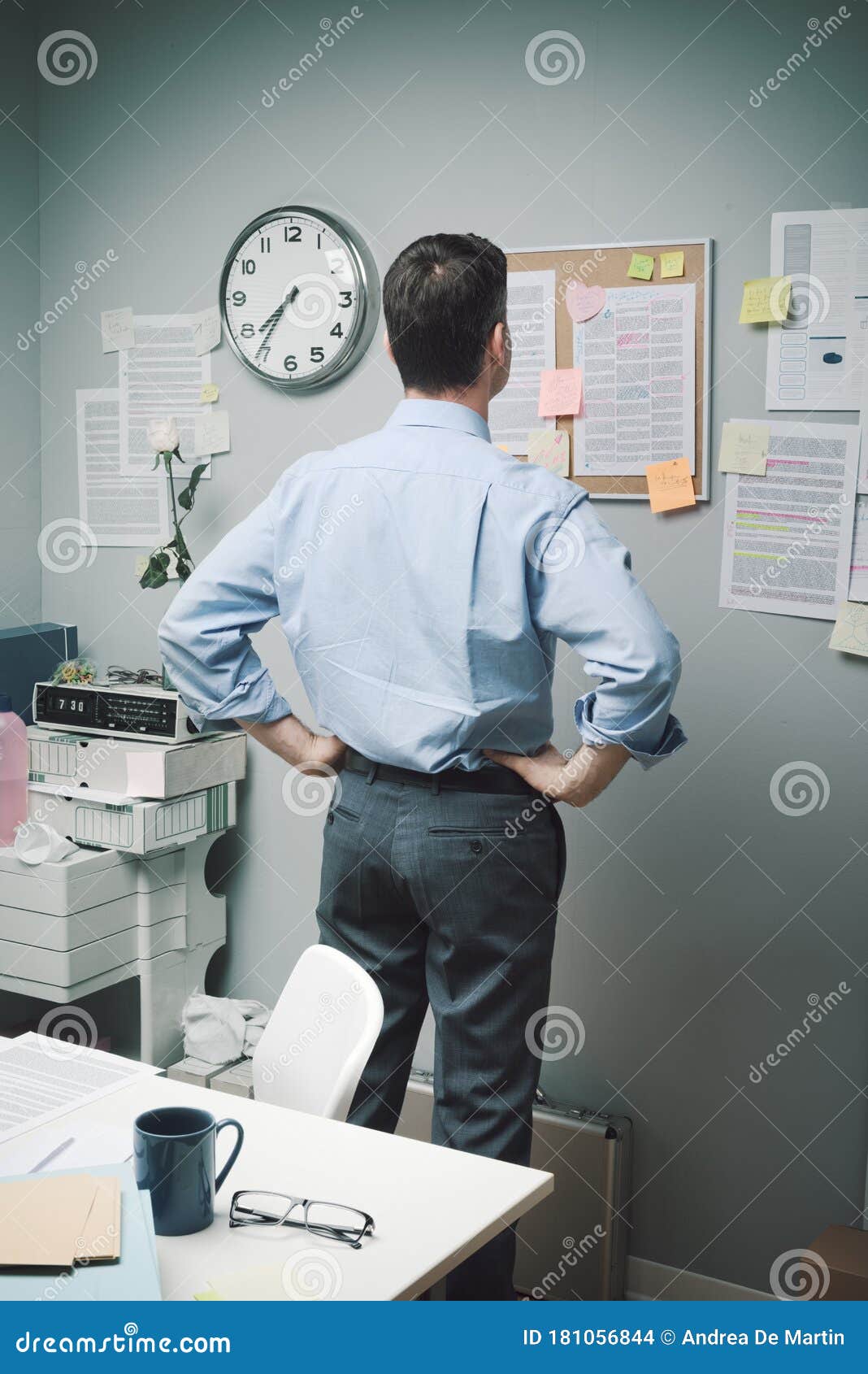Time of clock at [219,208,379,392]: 7:35
